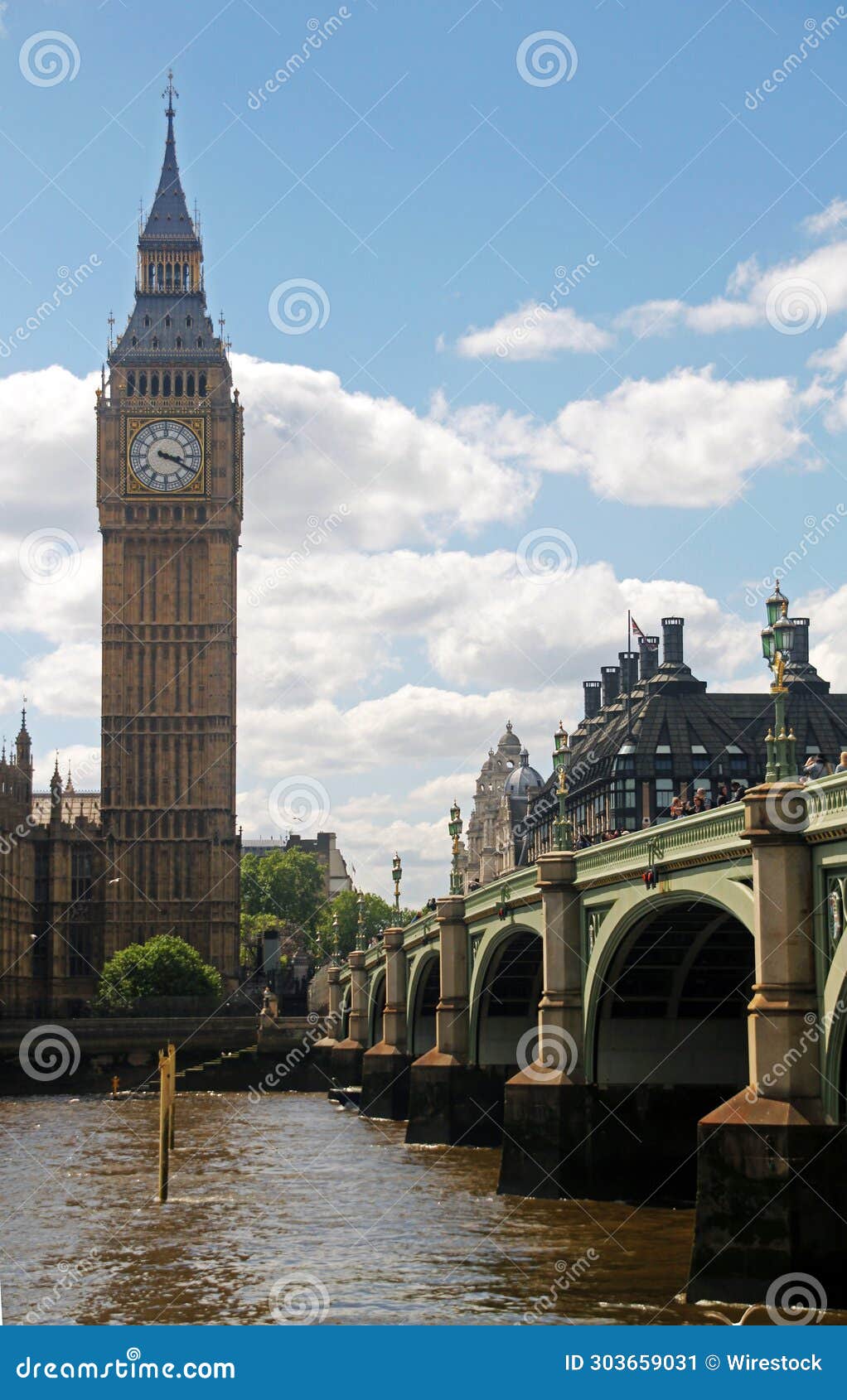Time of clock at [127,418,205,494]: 3:19
